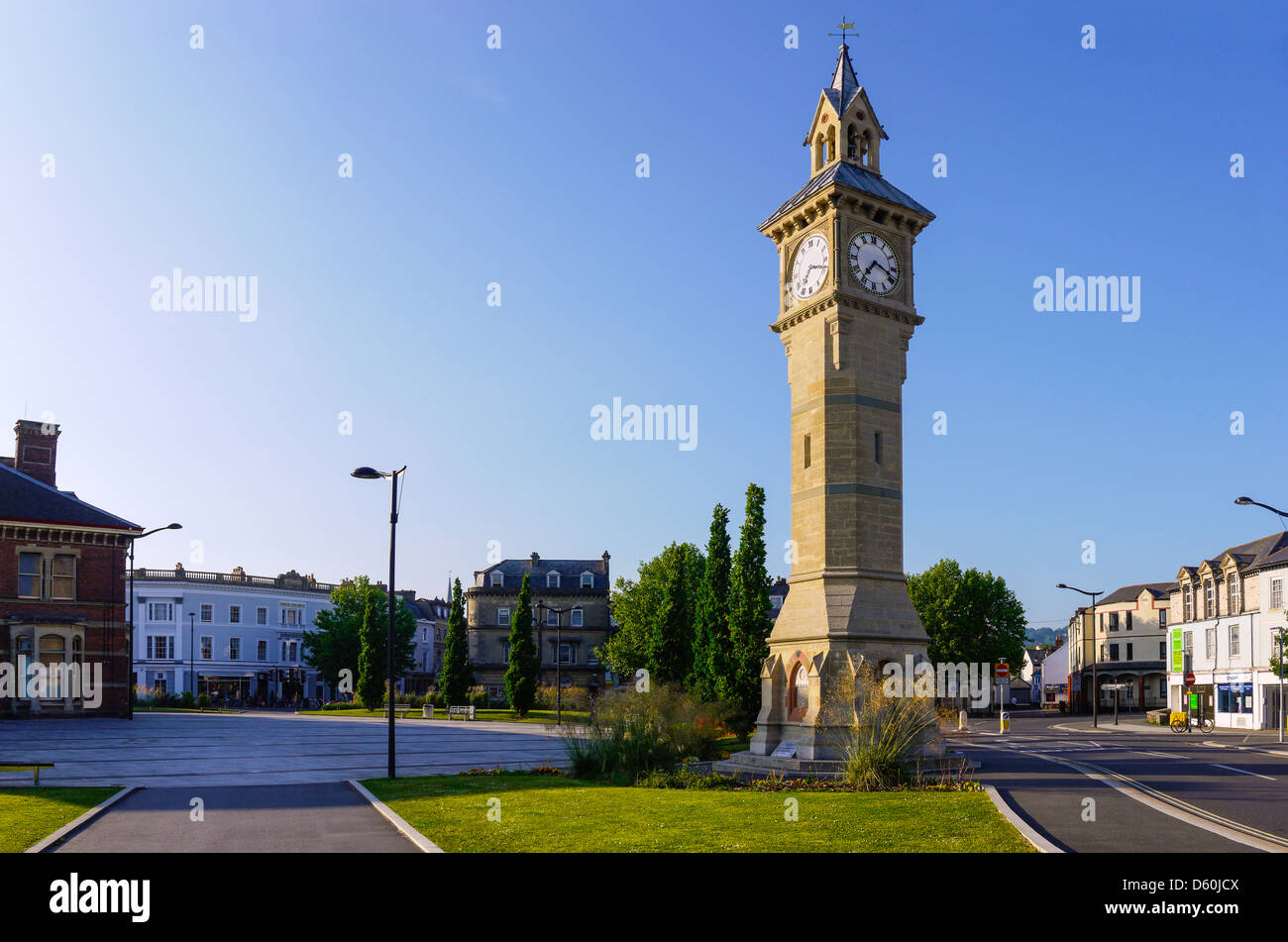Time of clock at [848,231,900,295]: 7:18
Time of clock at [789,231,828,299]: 7:18
